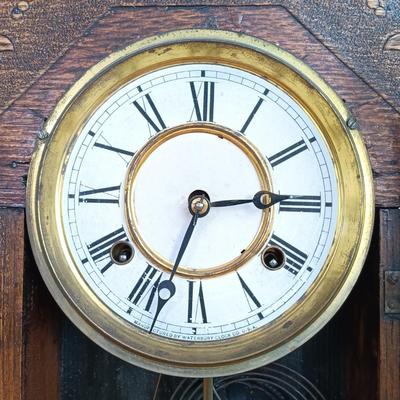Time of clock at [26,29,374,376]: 2:33
